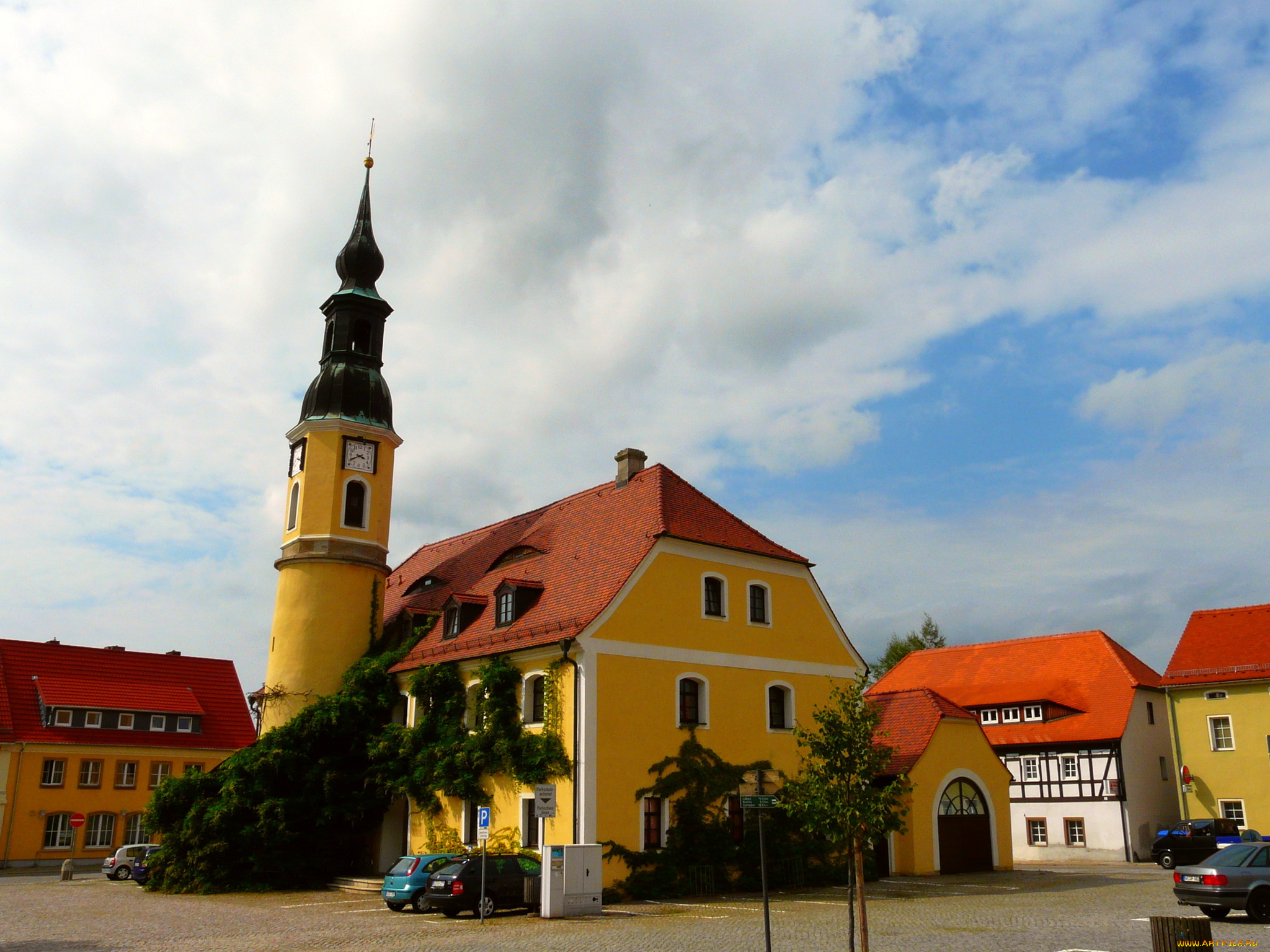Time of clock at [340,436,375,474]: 3:40
